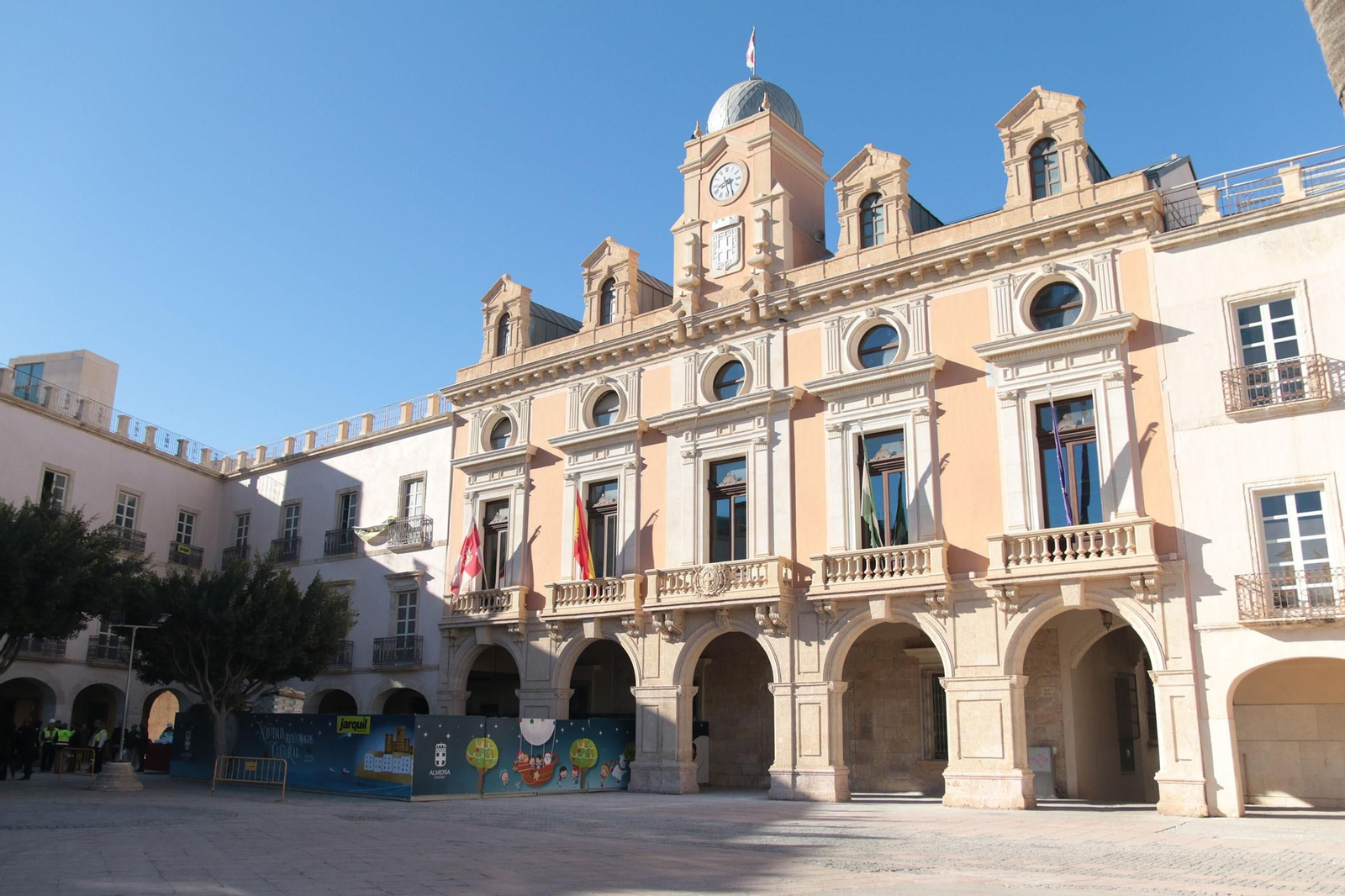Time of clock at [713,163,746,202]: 8:26
